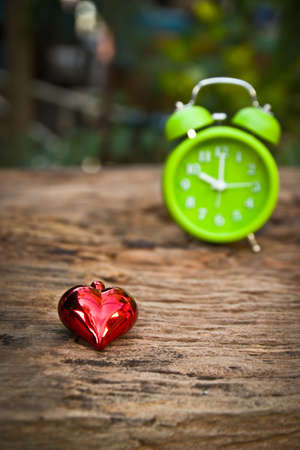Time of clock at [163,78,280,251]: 10:00
